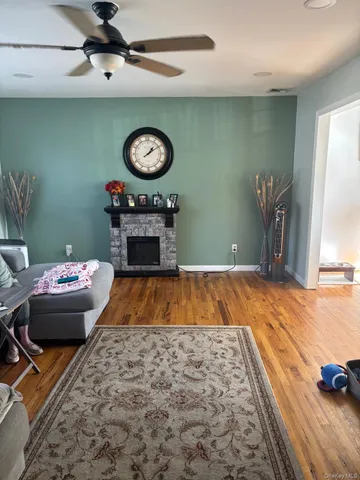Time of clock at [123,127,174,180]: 1:09
